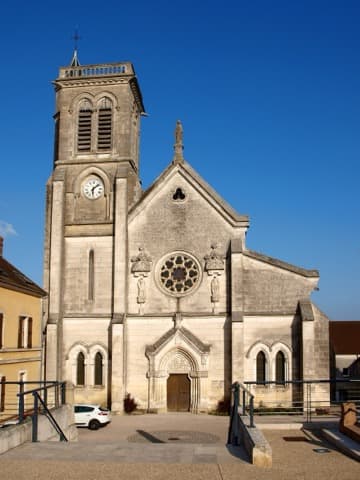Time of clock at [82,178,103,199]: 6:08
